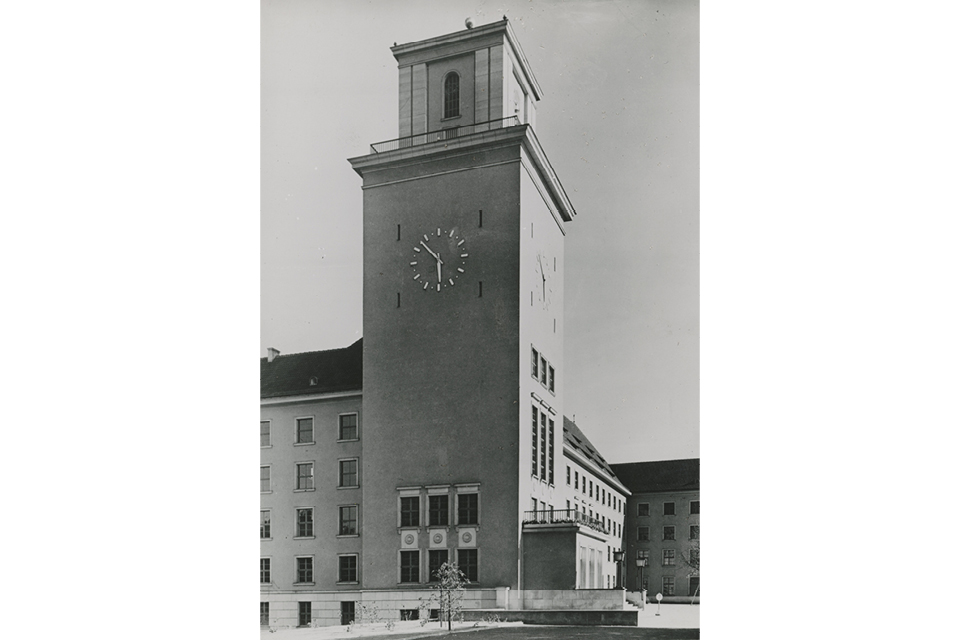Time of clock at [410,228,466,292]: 5:52
